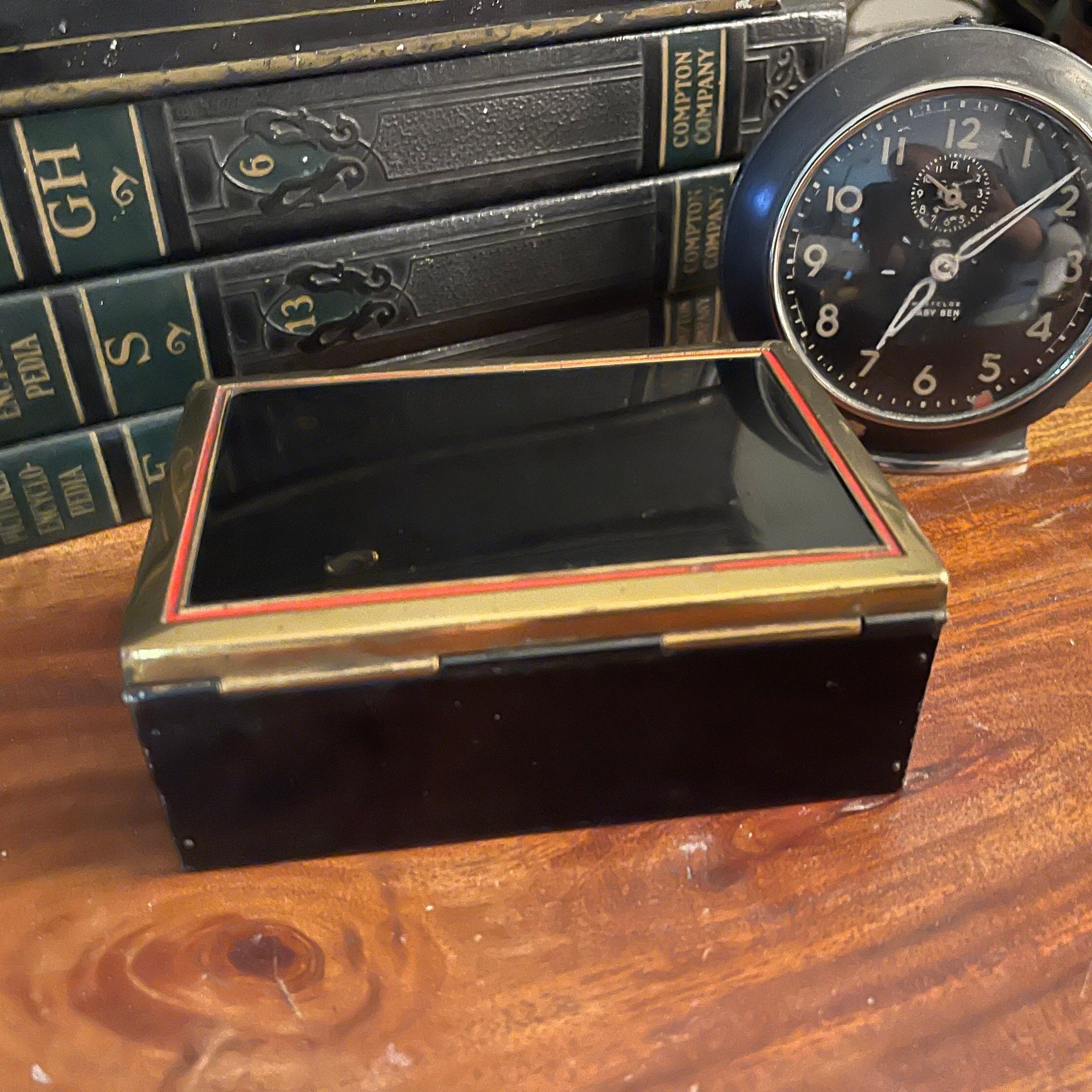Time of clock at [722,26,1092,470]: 7:08
